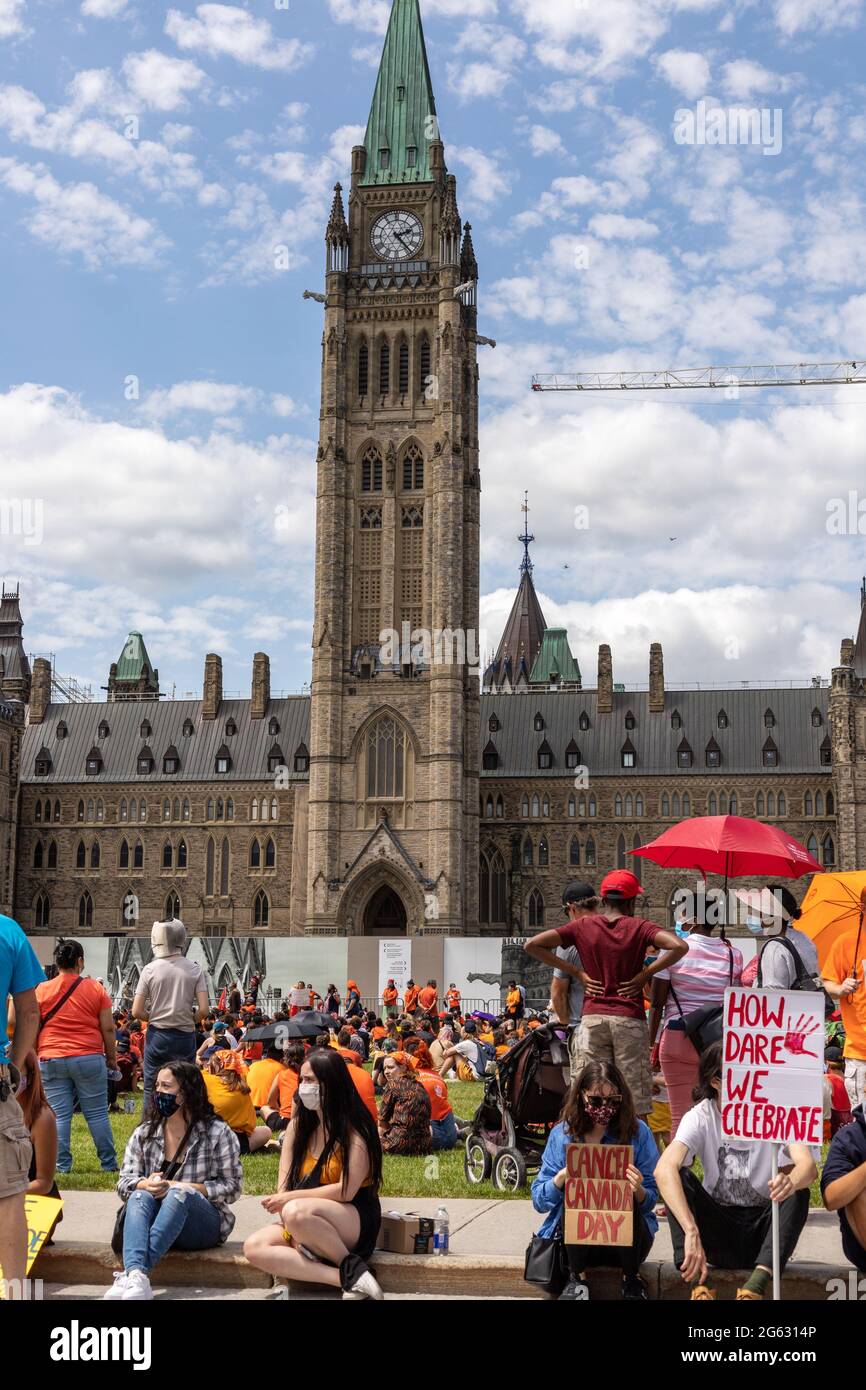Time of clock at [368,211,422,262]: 2:23
